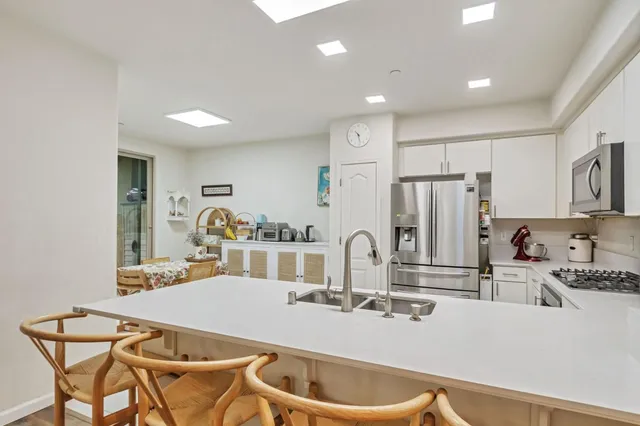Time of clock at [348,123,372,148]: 10:28
